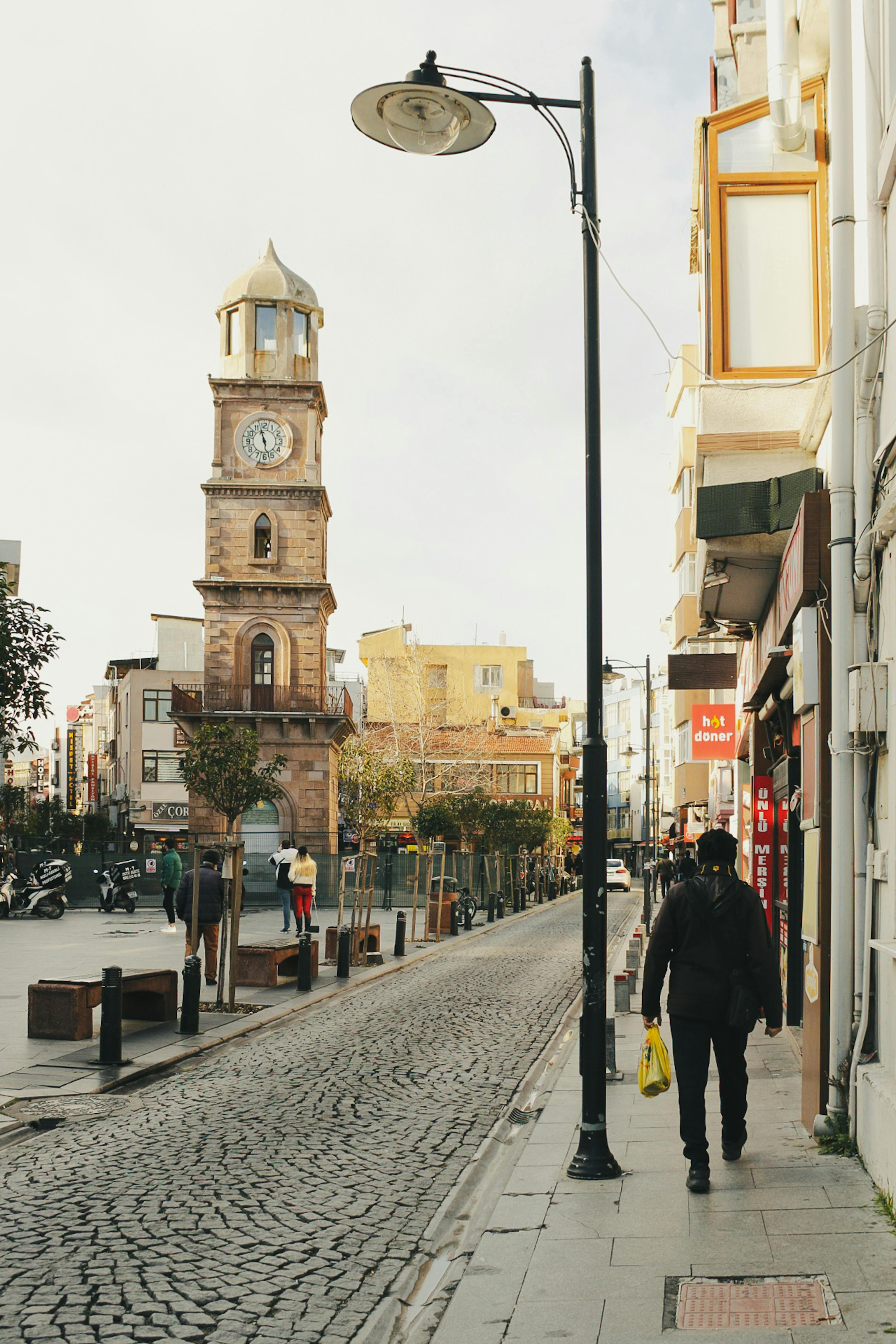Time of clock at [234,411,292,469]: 5:57
